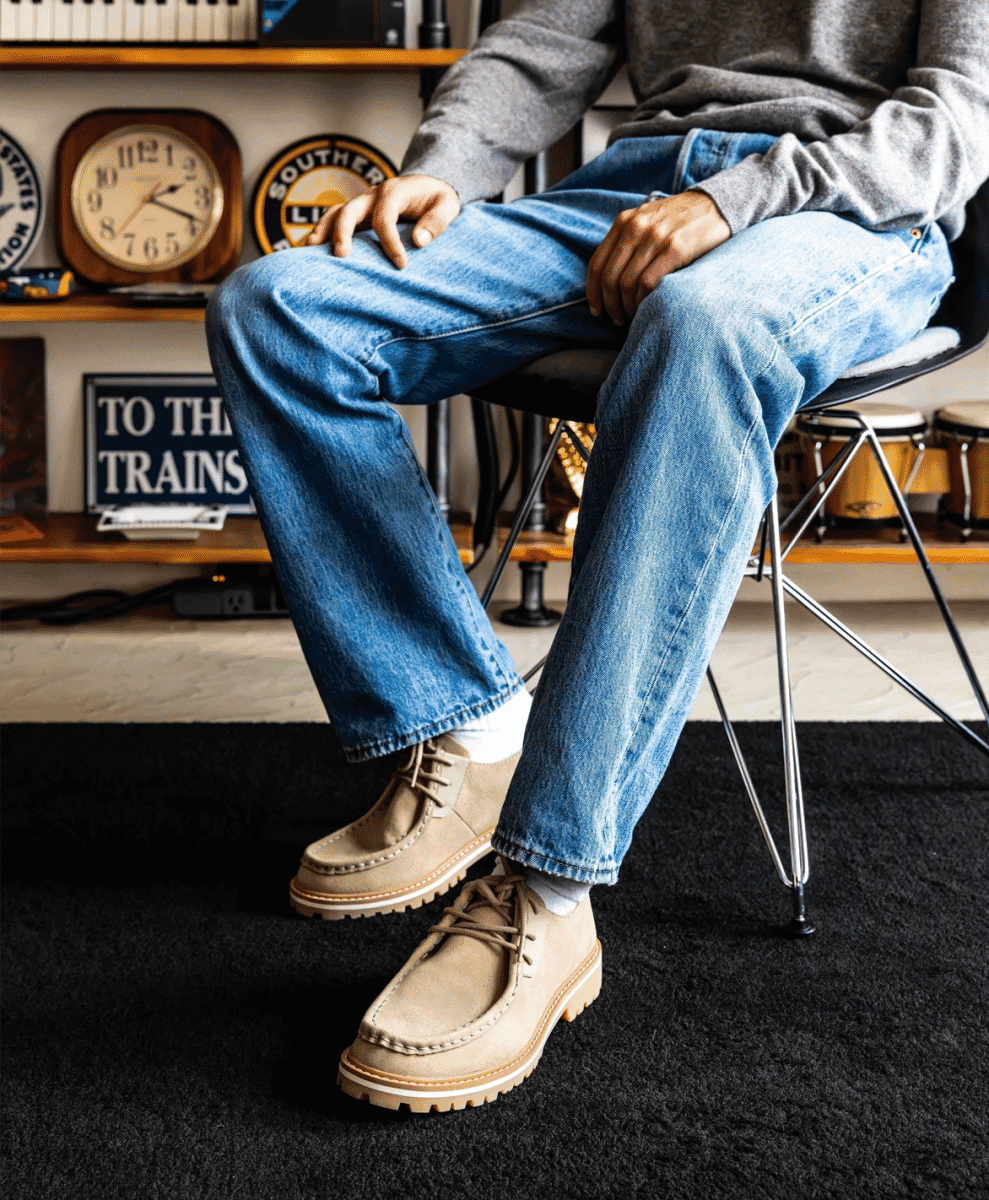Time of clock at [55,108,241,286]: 2:18
